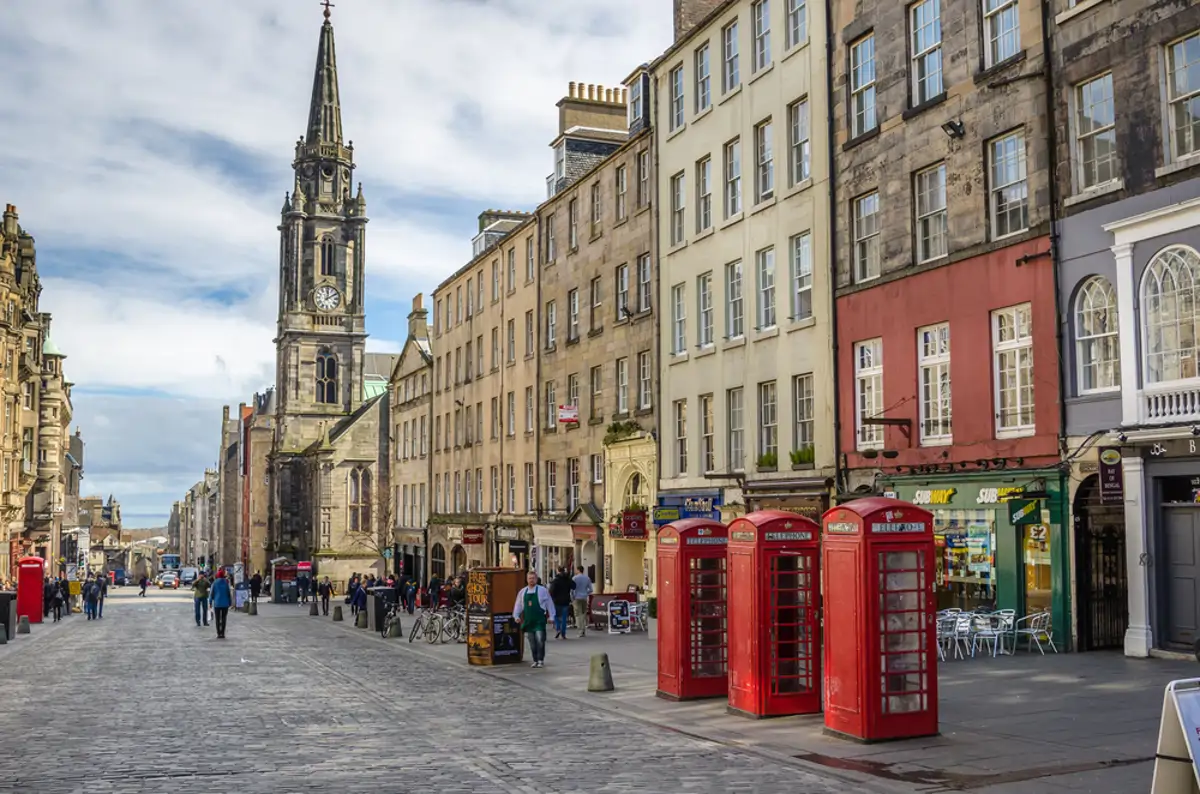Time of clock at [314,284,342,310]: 12:09
